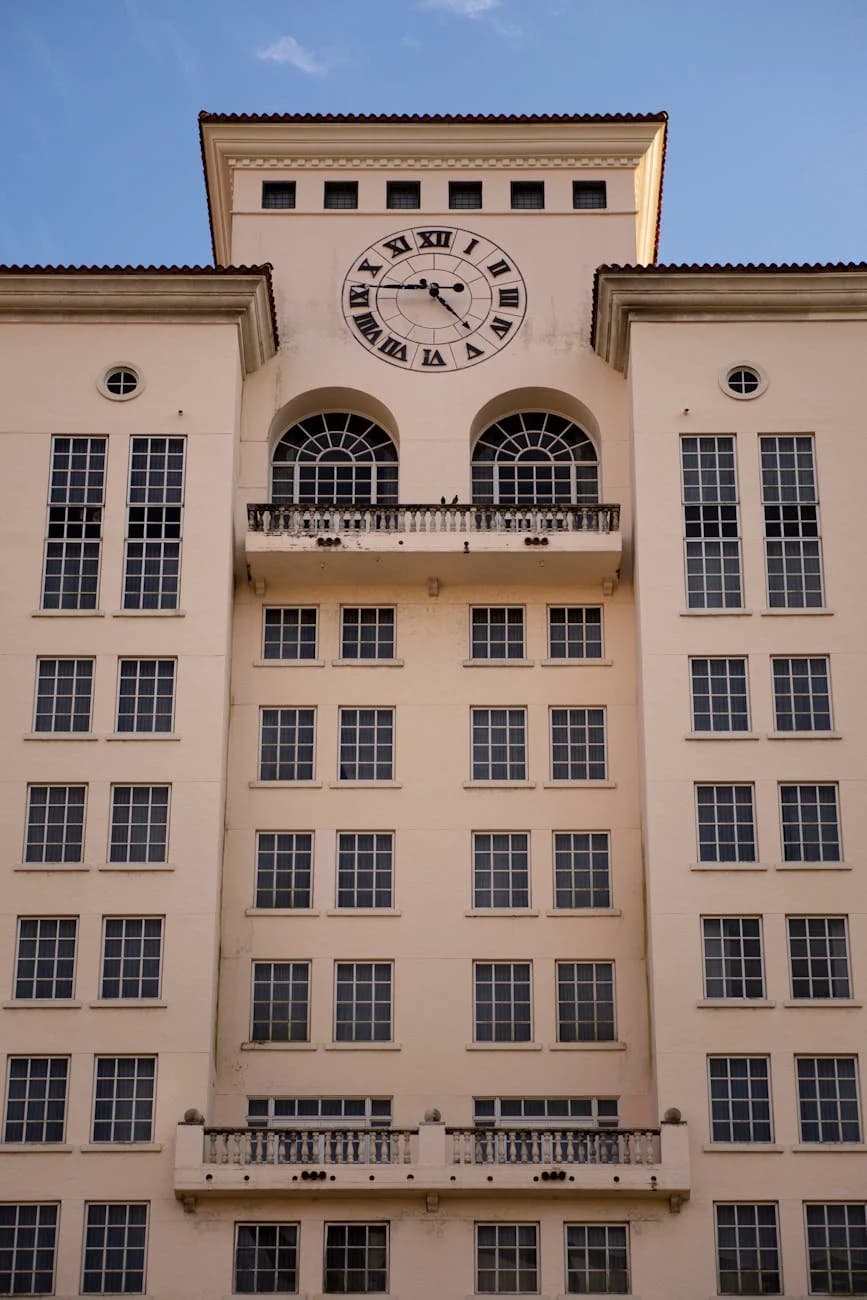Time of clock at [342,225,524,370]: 4:45
